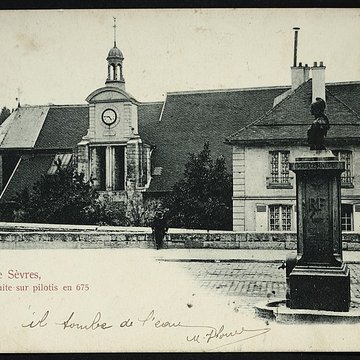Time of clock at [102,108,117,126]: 4:45
